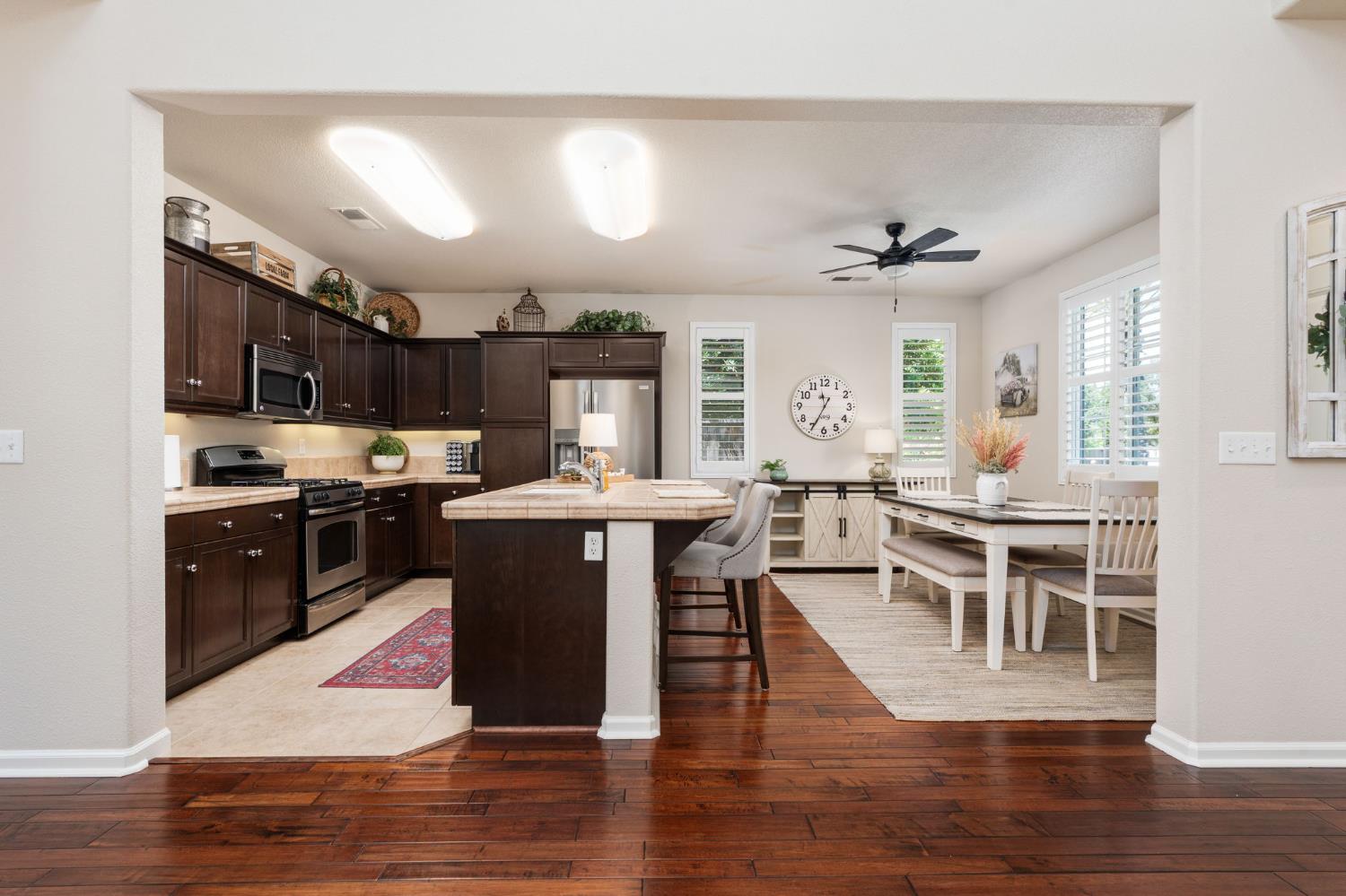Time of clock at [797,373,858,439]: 11:34
